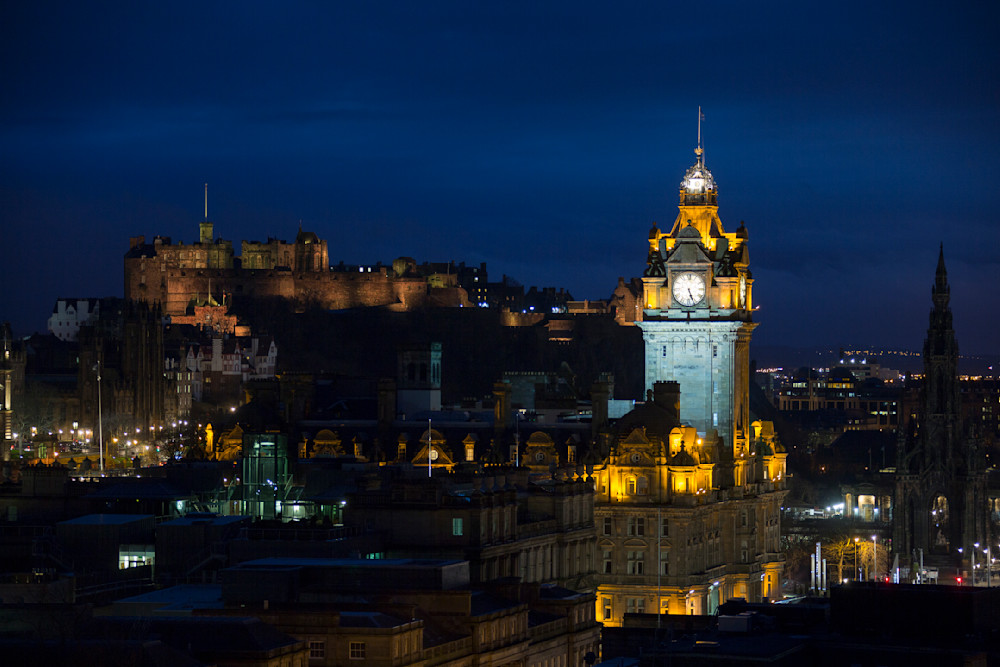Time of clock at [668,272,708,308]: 5:26
